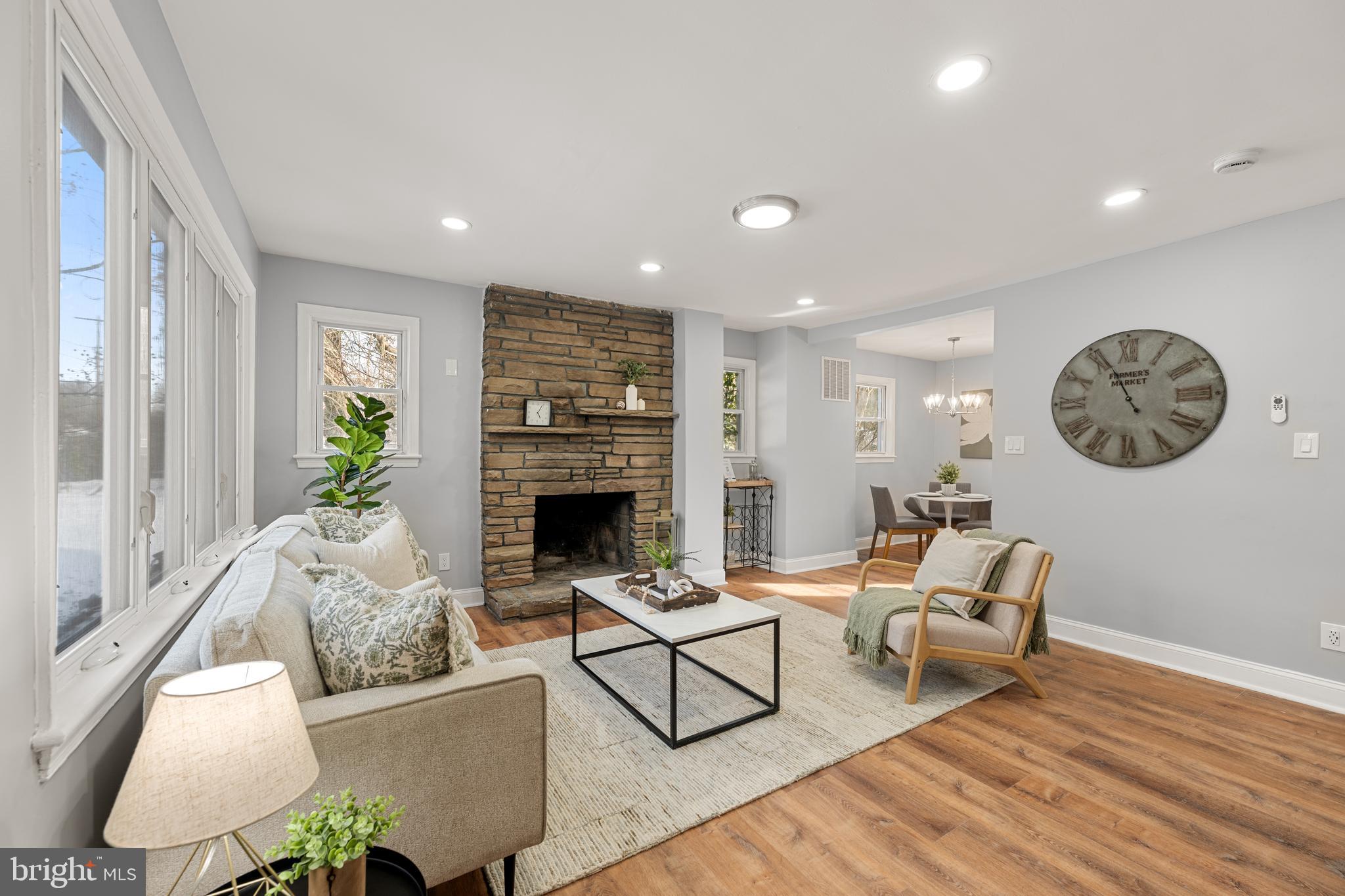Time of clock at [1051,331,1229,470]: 12:55
